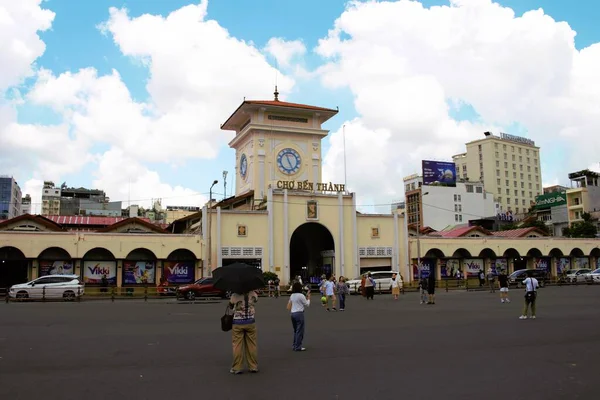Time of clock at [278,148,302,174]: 4:56
